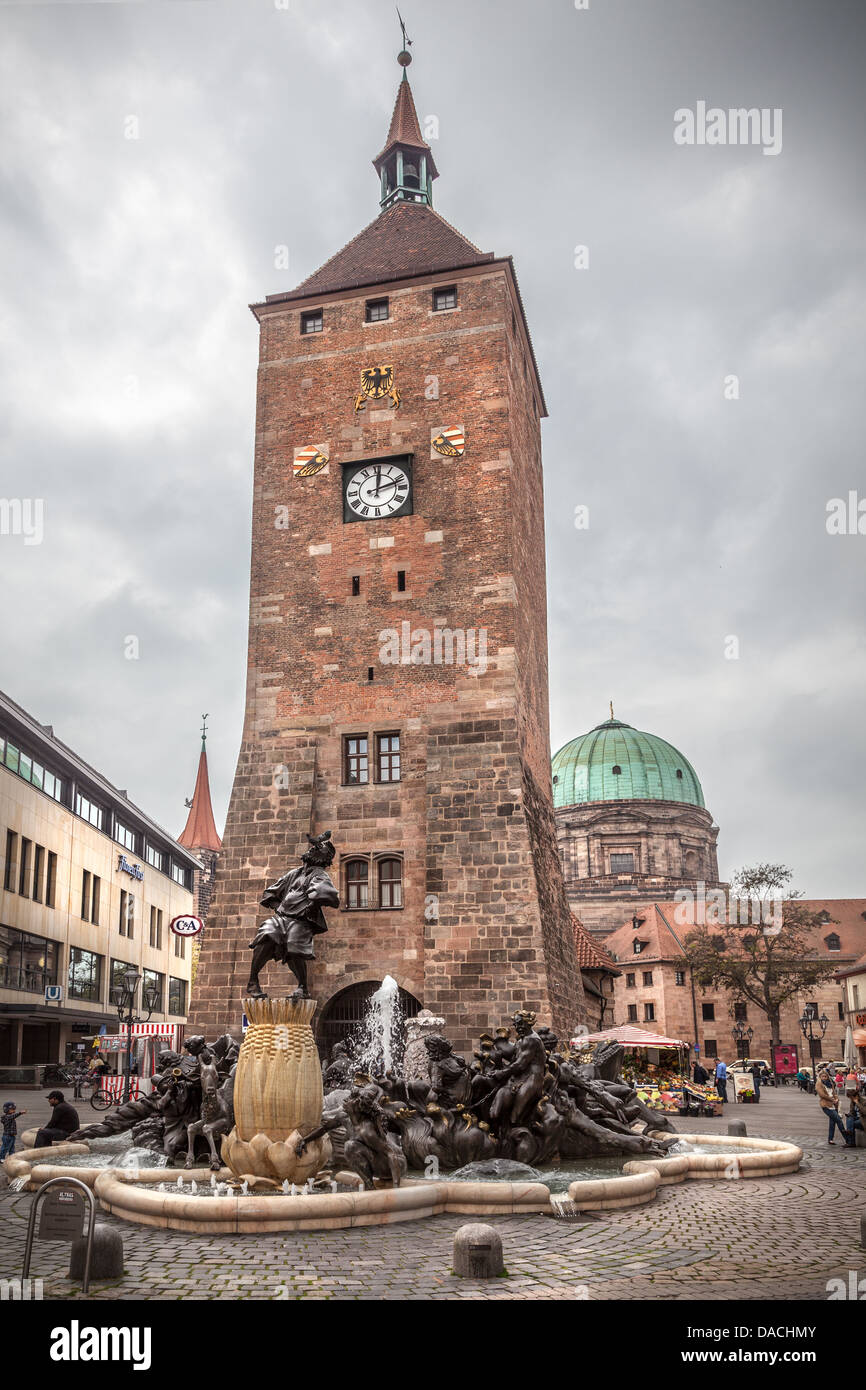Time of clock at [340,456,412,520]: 12:11
